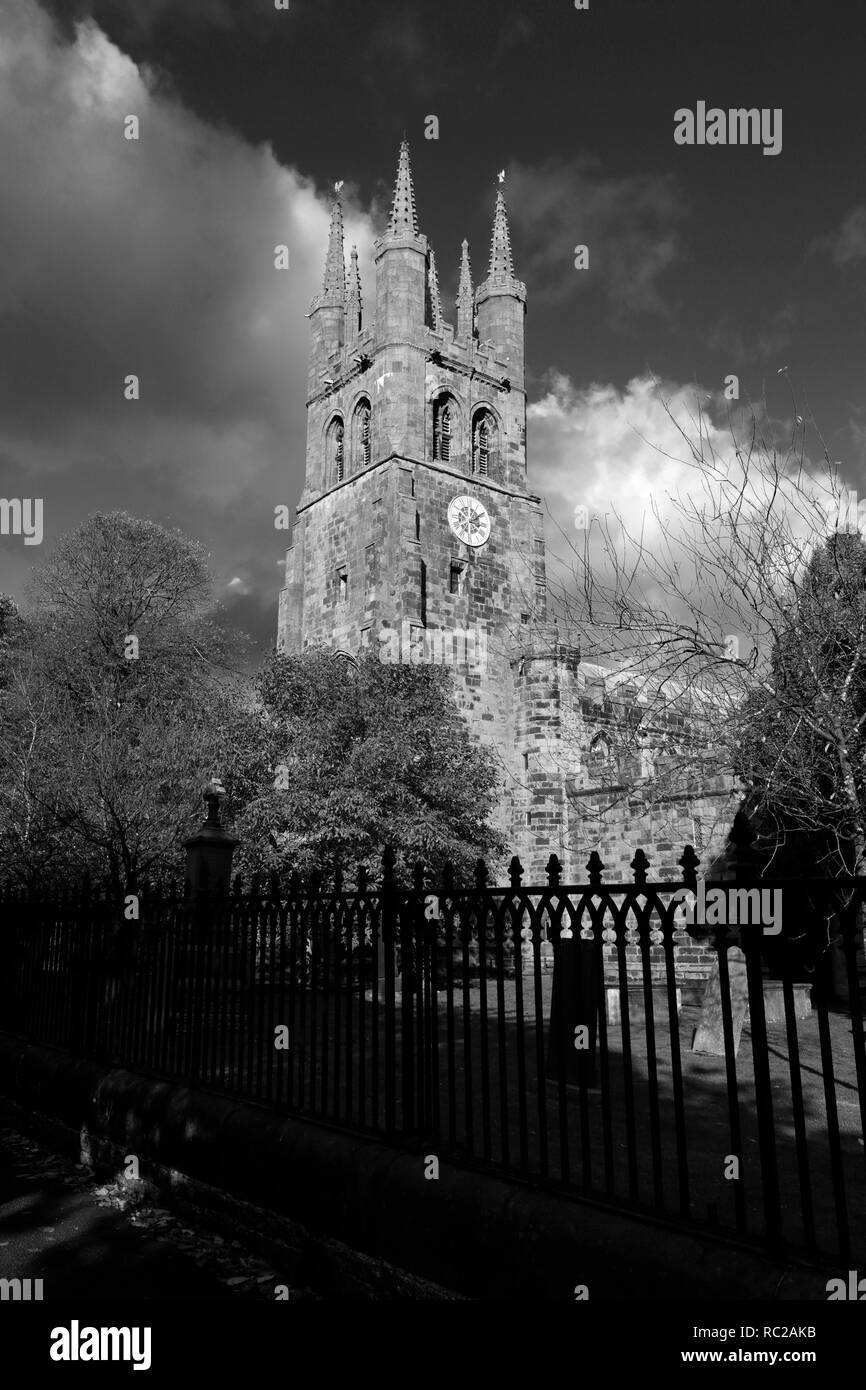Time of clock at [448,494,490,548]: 3:09
